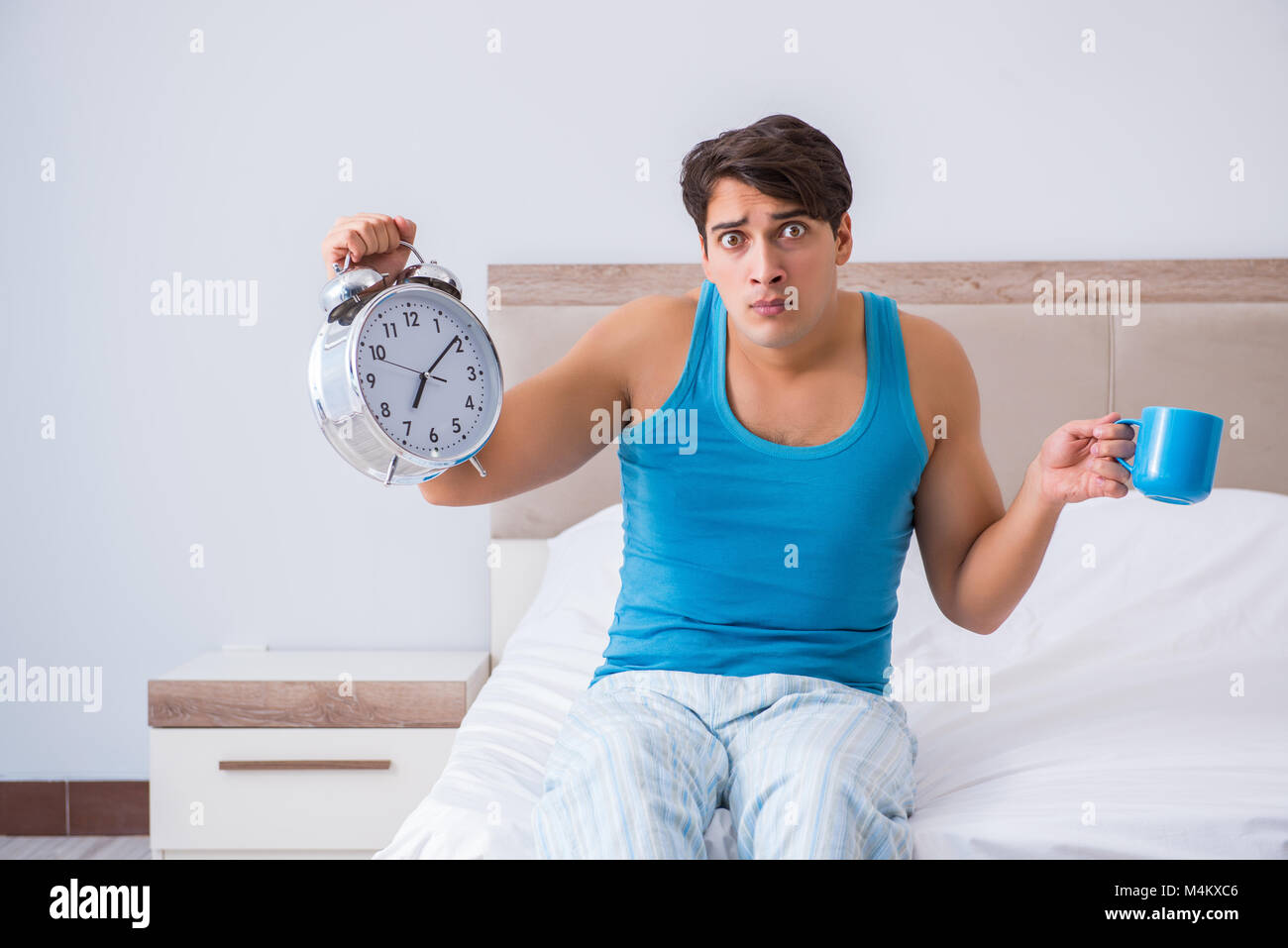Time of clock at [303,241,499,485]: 7:09
